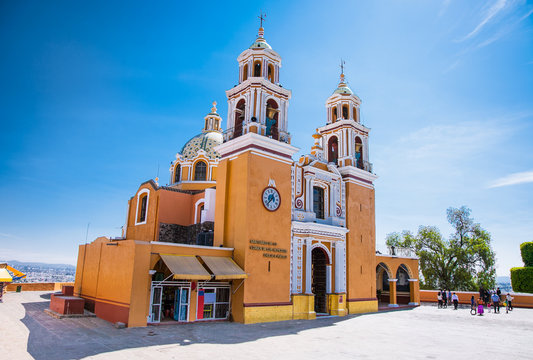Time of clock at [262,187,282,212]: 12:37
